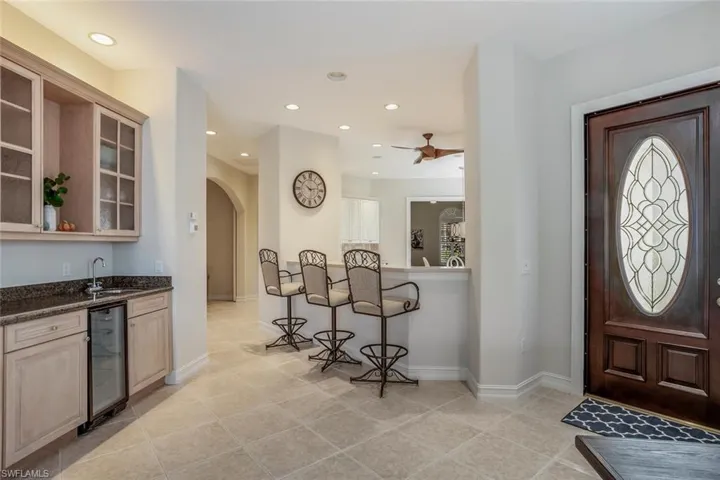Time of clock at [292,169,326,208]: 10:13
